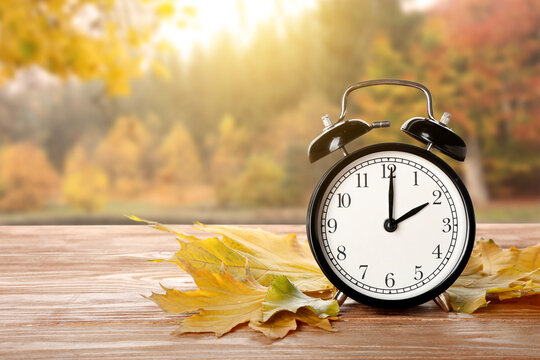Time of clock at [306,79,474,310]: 2:00
